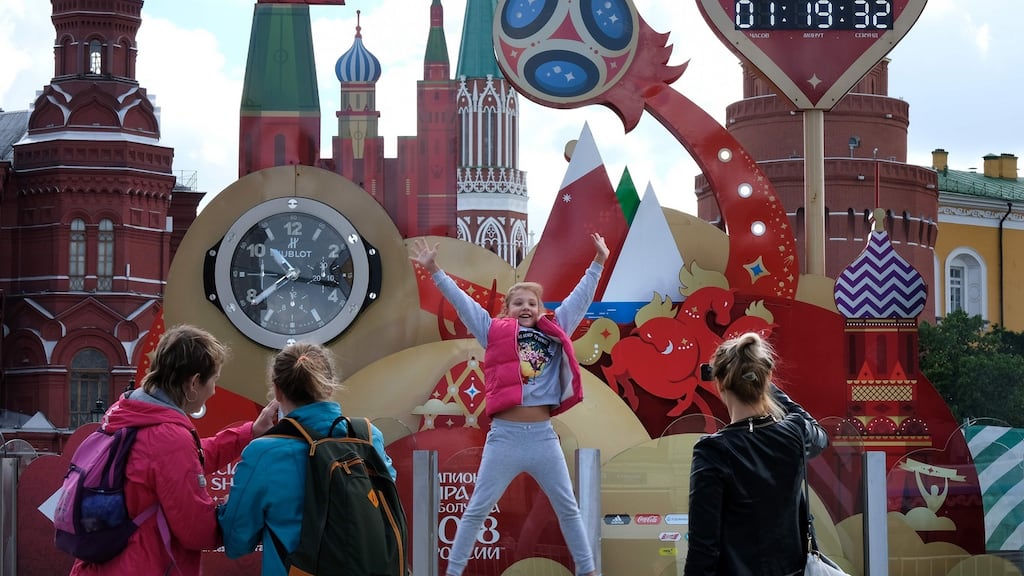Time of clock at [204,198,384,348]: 10:38
